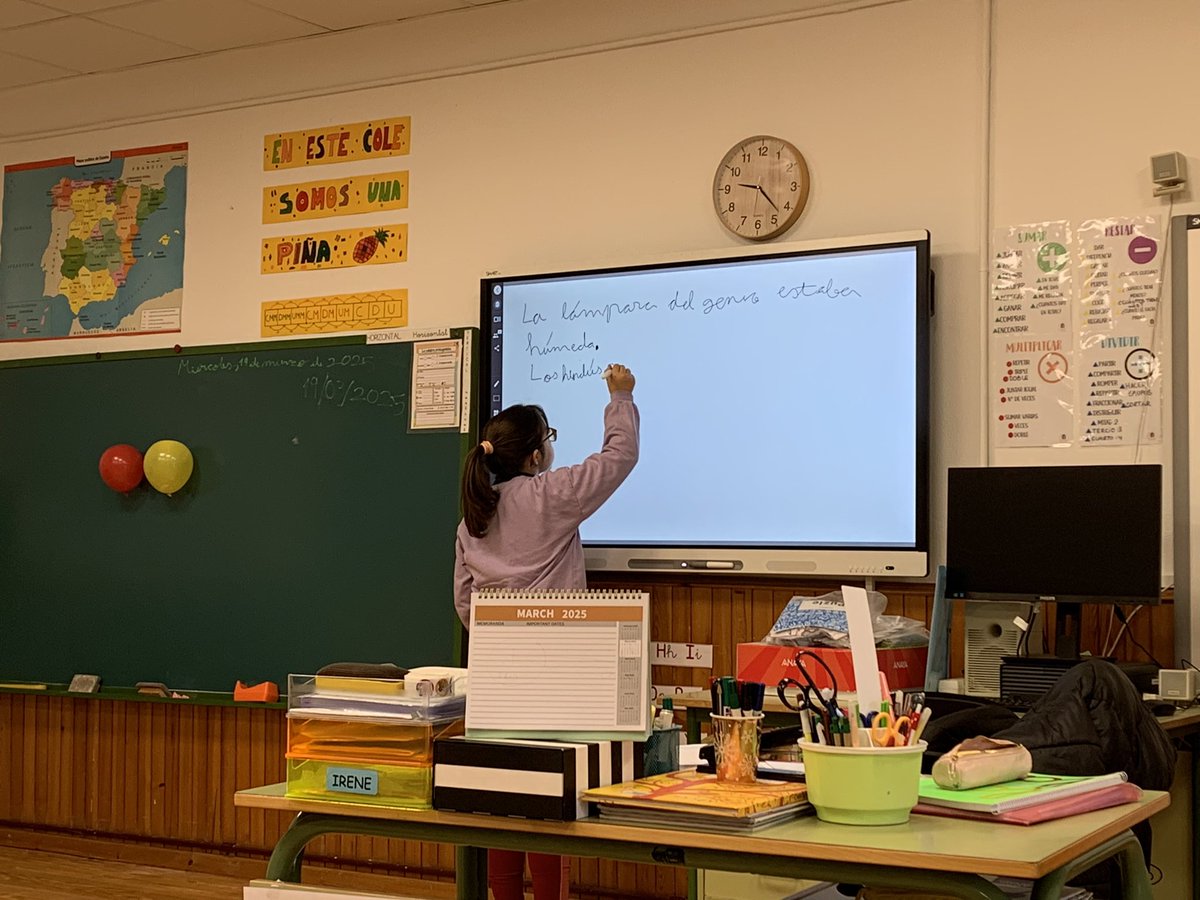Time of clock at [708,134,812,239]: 9:22
